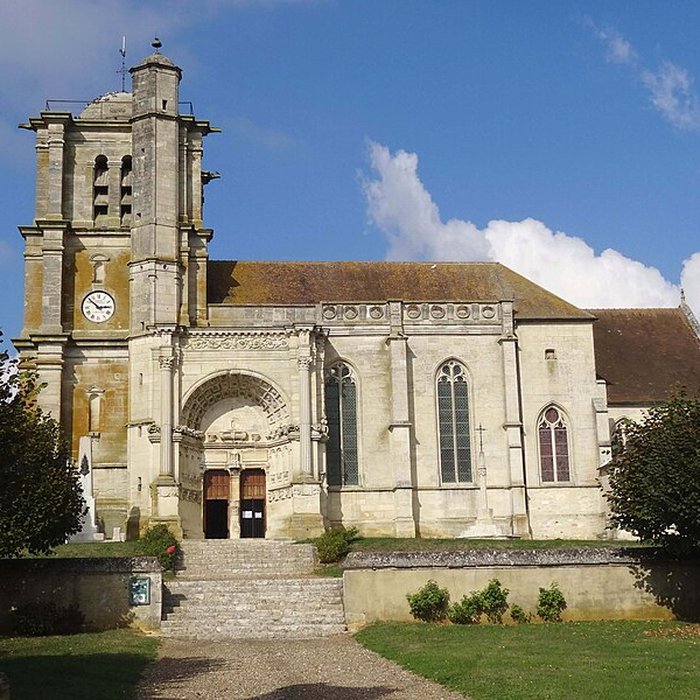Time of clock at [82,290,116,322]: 2:51
